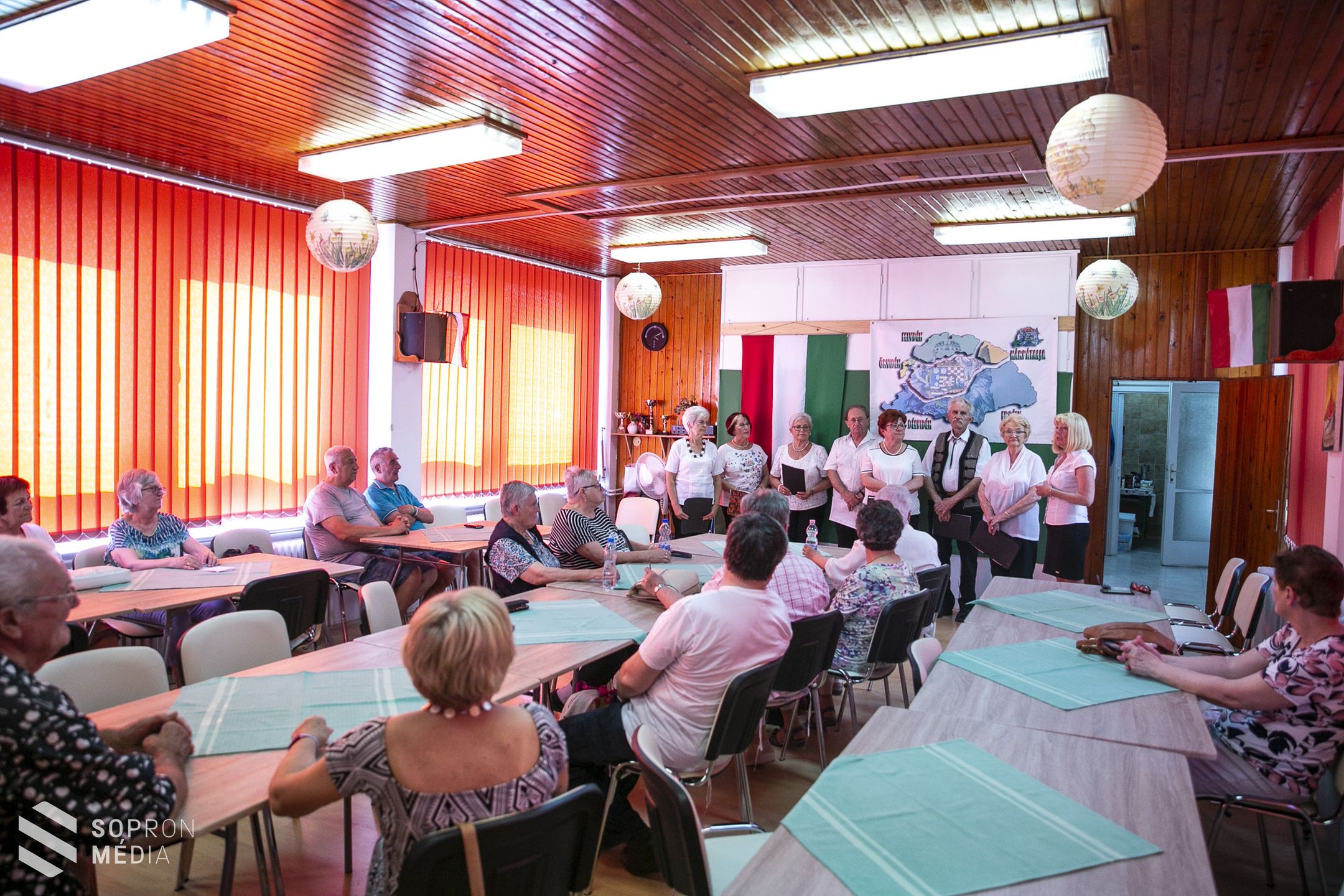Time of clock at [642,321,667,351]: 4:10
